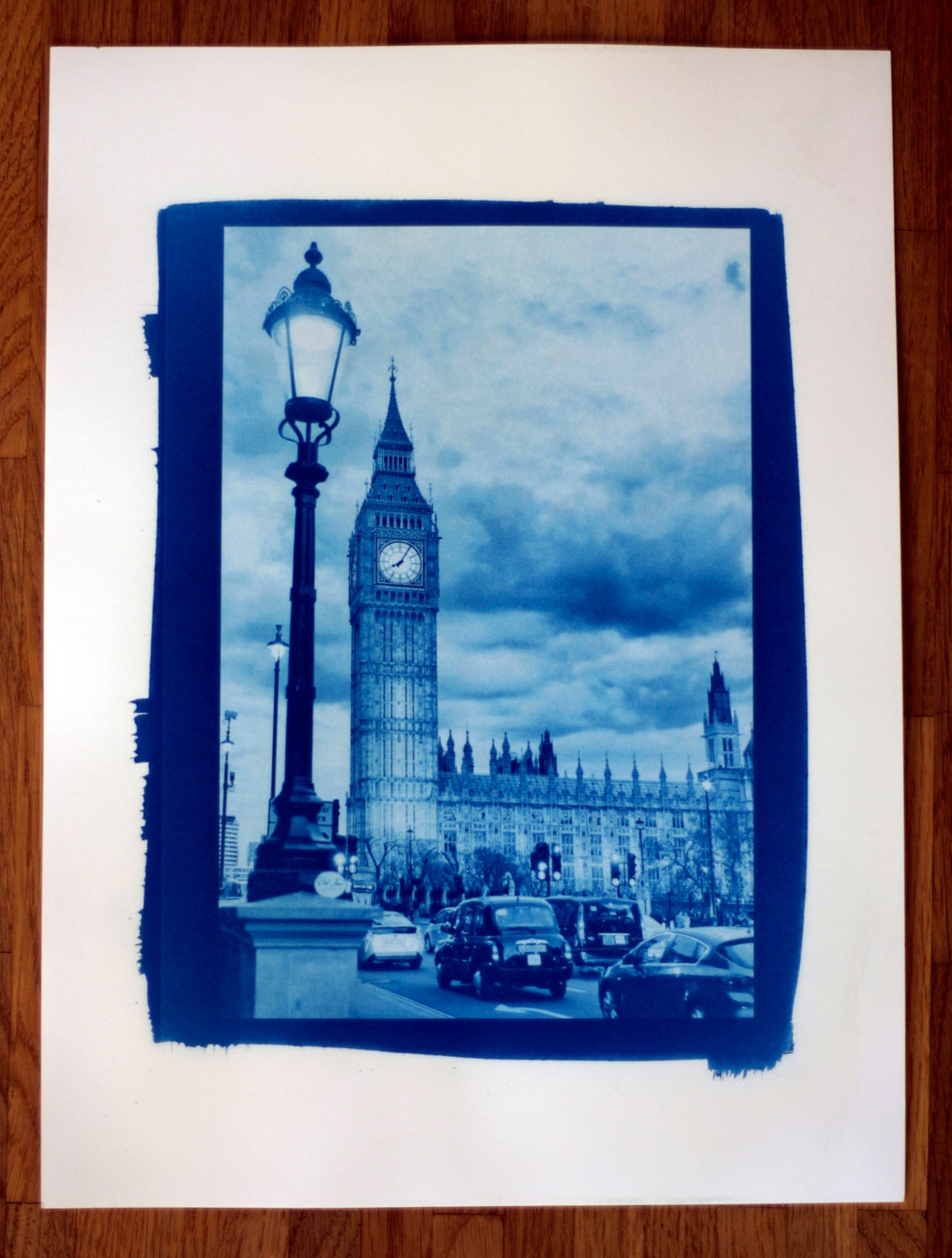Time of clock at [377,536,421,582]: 8:05
